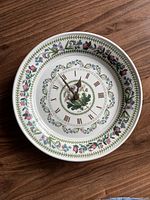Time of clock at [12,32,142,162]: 12:54
